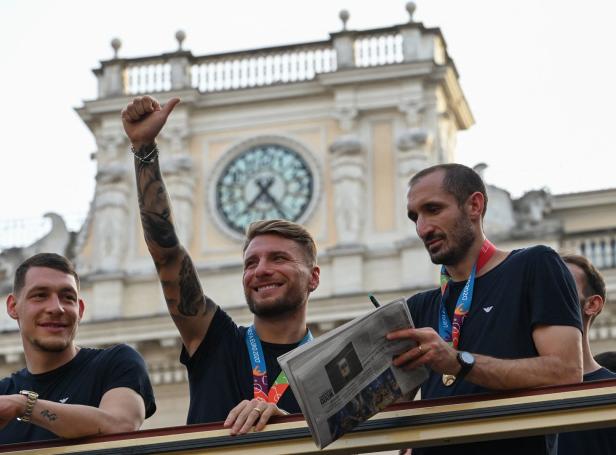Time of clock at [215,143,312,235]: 7:23
